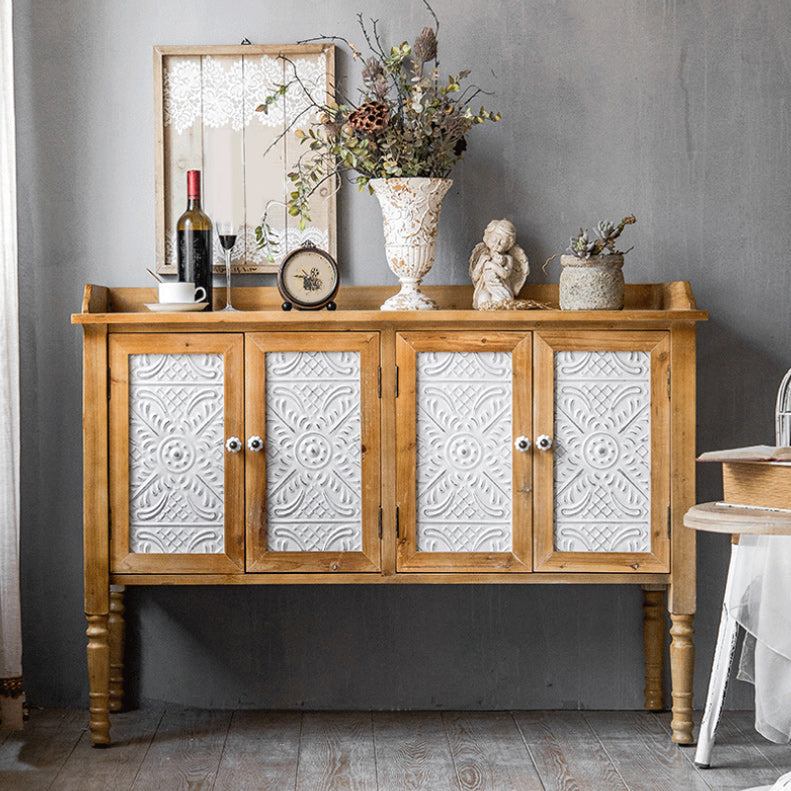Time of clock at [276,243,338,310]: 6:45
